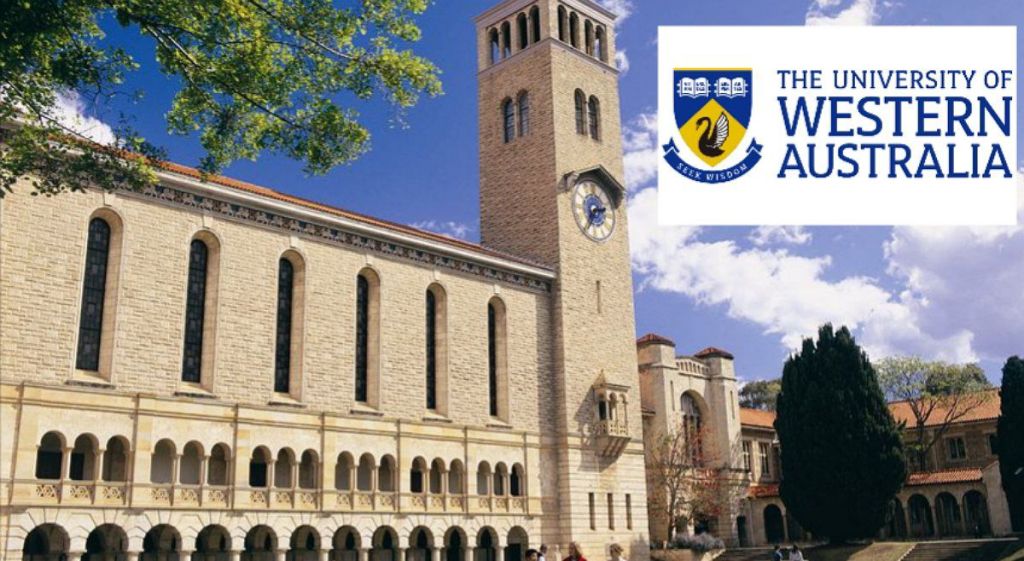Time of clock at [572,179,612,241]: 2:35
